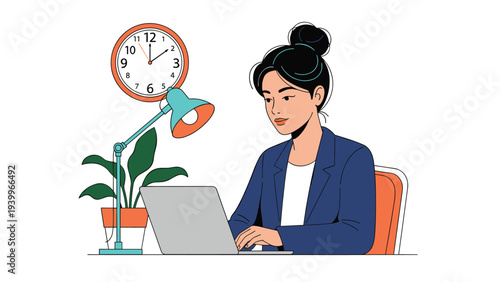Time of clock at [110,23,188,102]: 12:09
